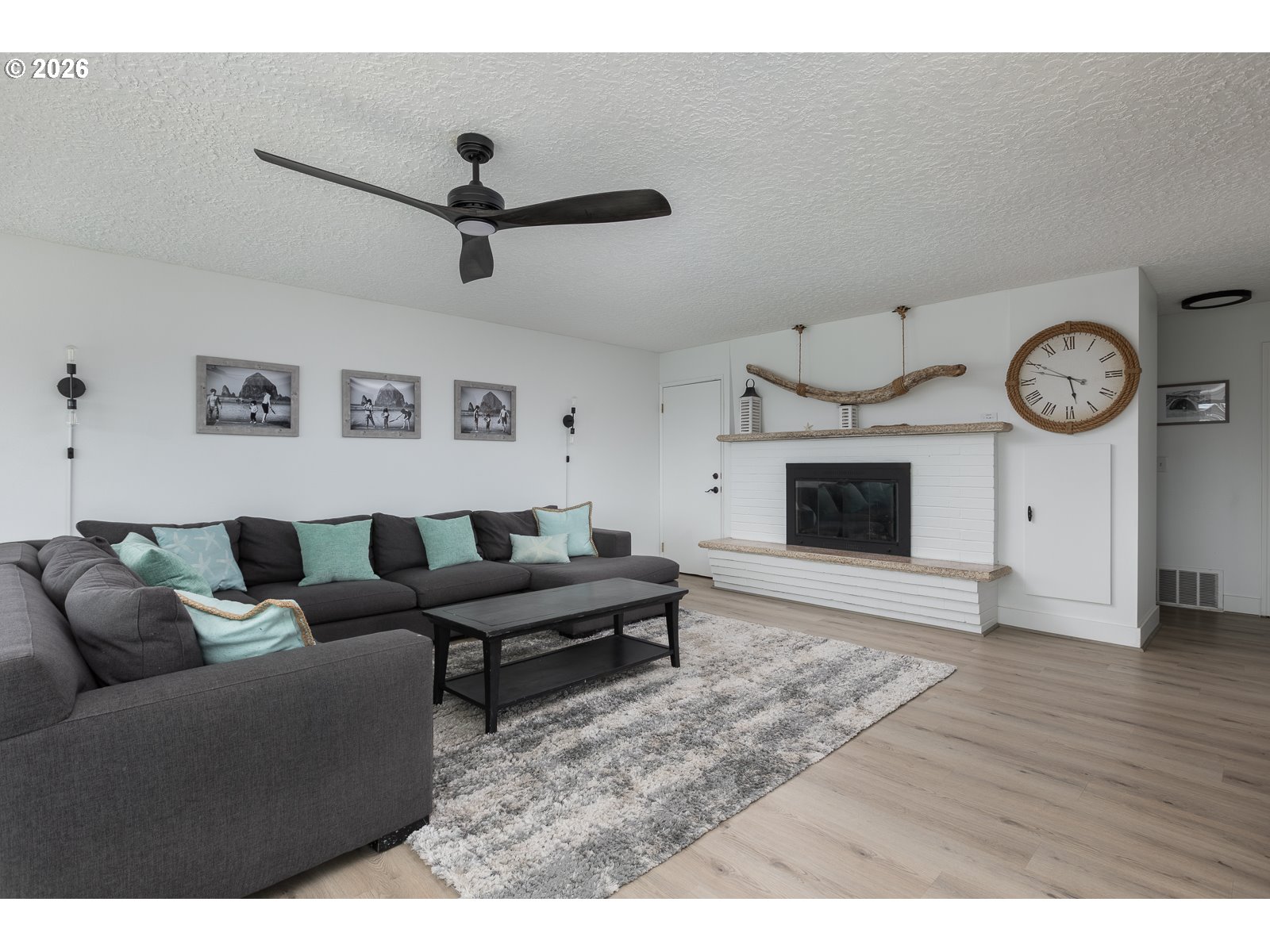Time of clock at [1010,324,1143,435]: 5:49
